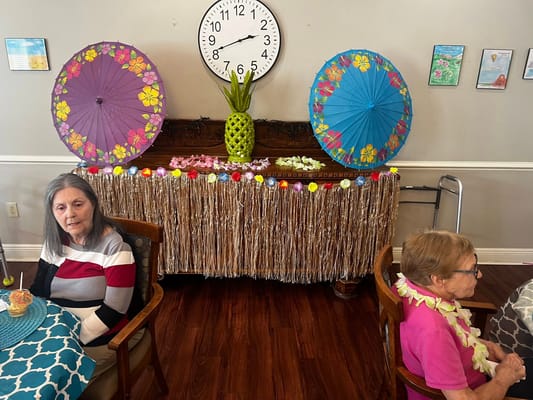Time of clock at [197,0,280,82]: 2:41
